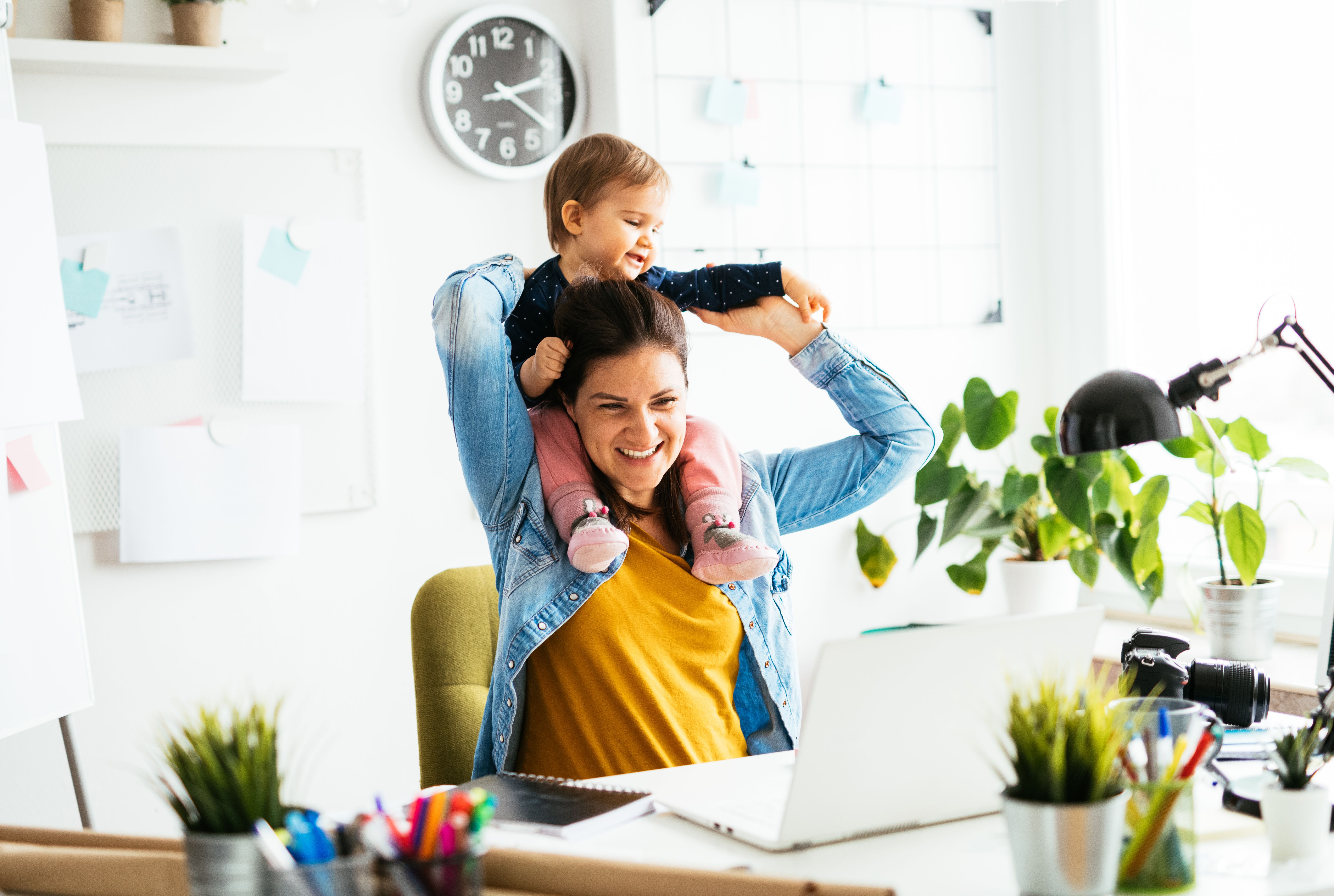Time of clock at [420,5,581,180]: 2:21
